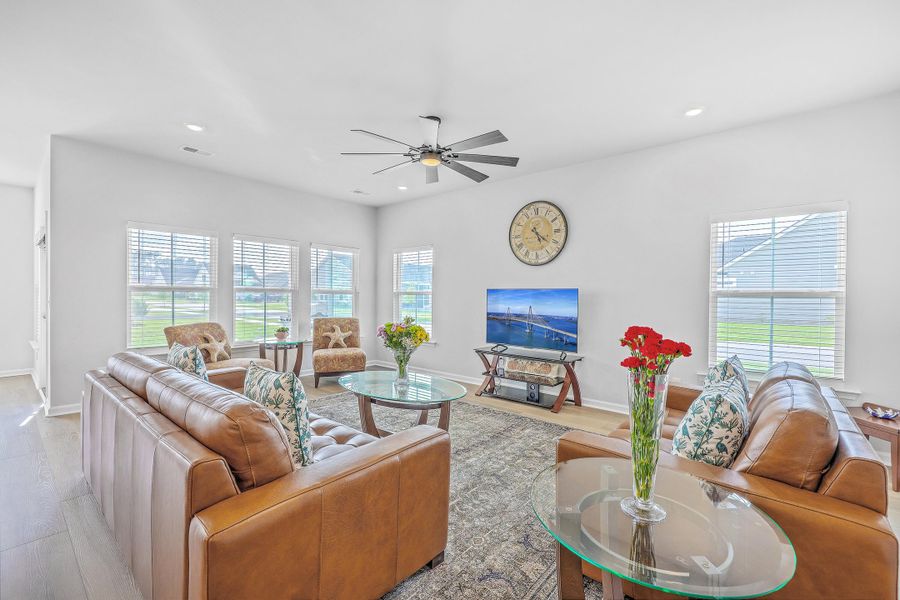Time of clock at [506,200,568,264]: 5:21
